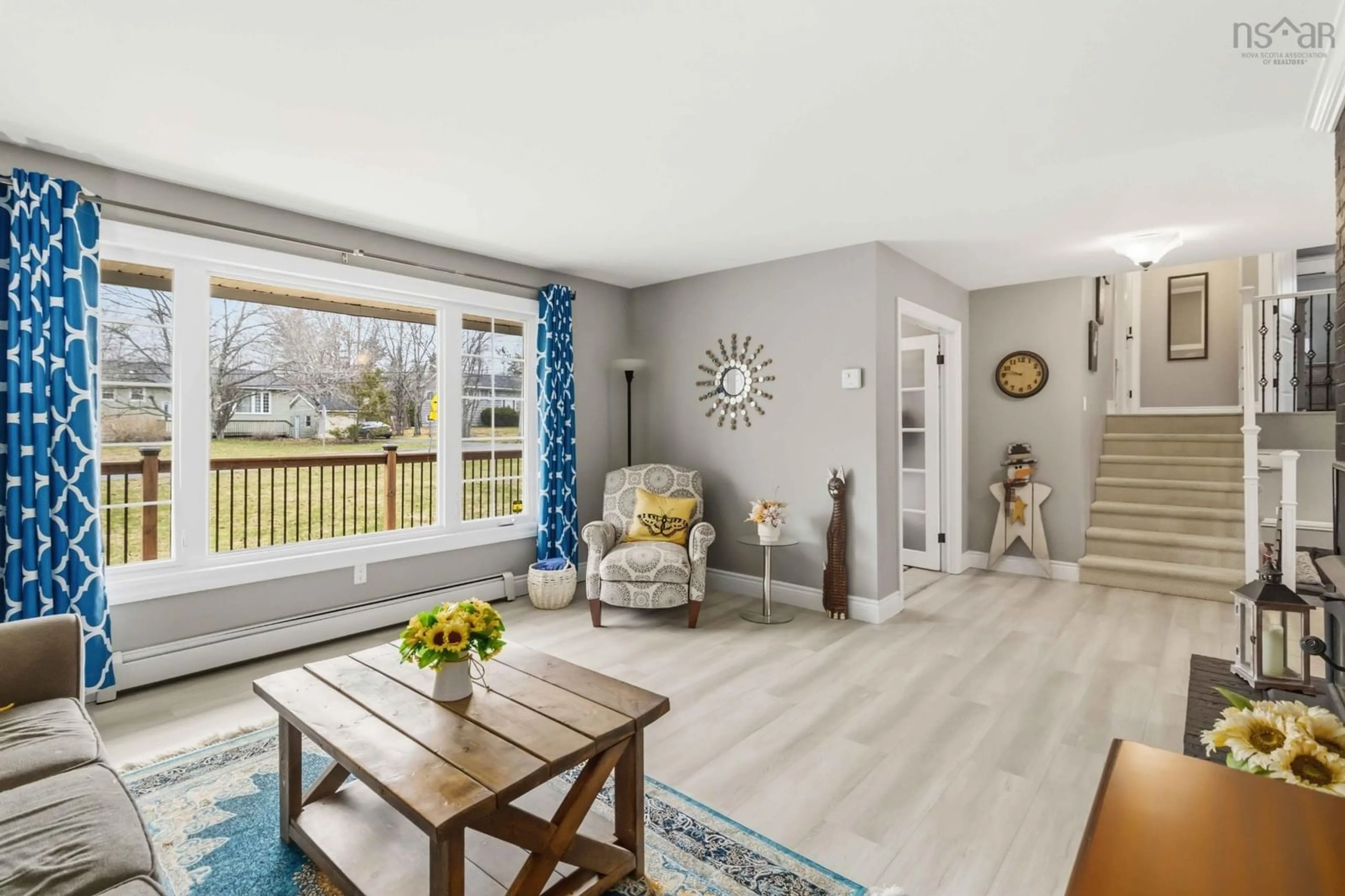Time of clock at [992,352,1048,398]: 9:46
